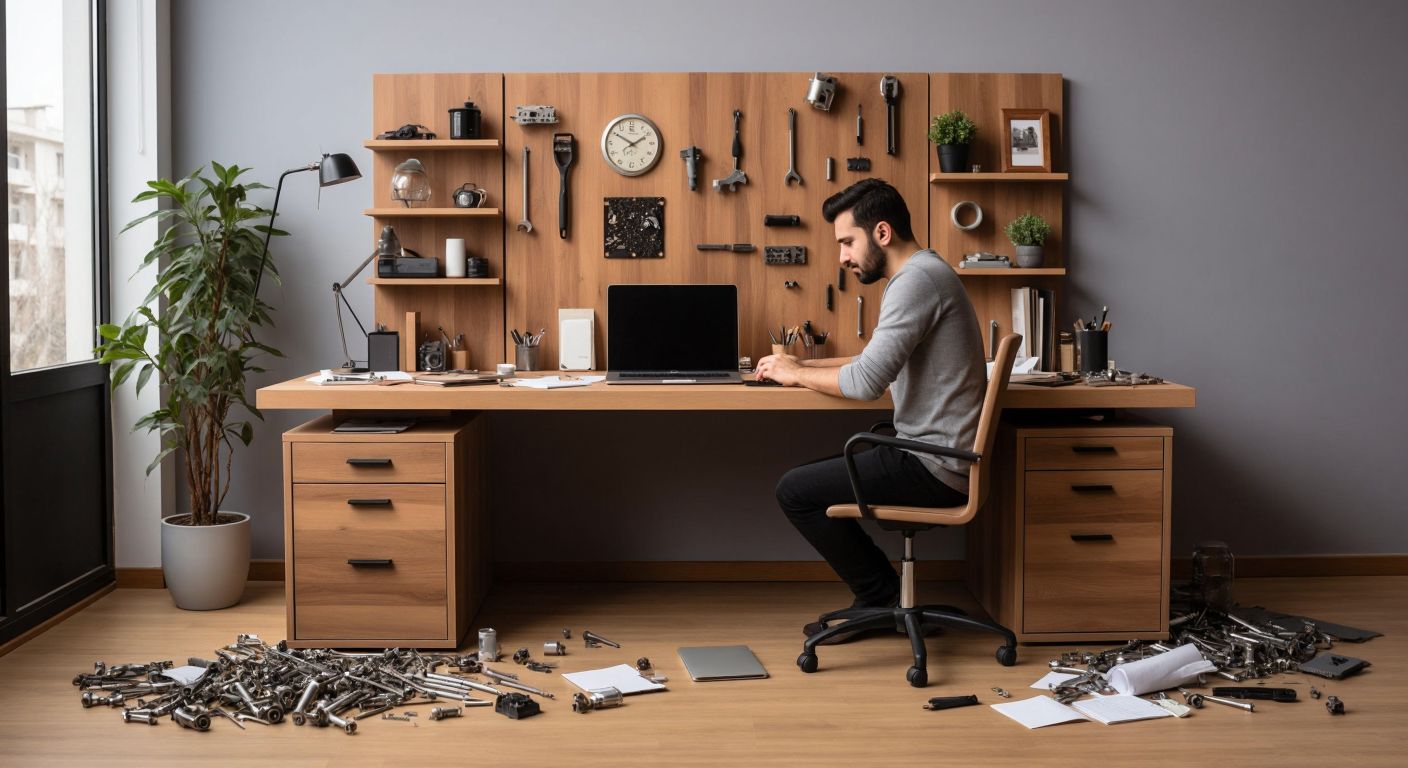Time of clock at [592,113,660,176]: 1:50
